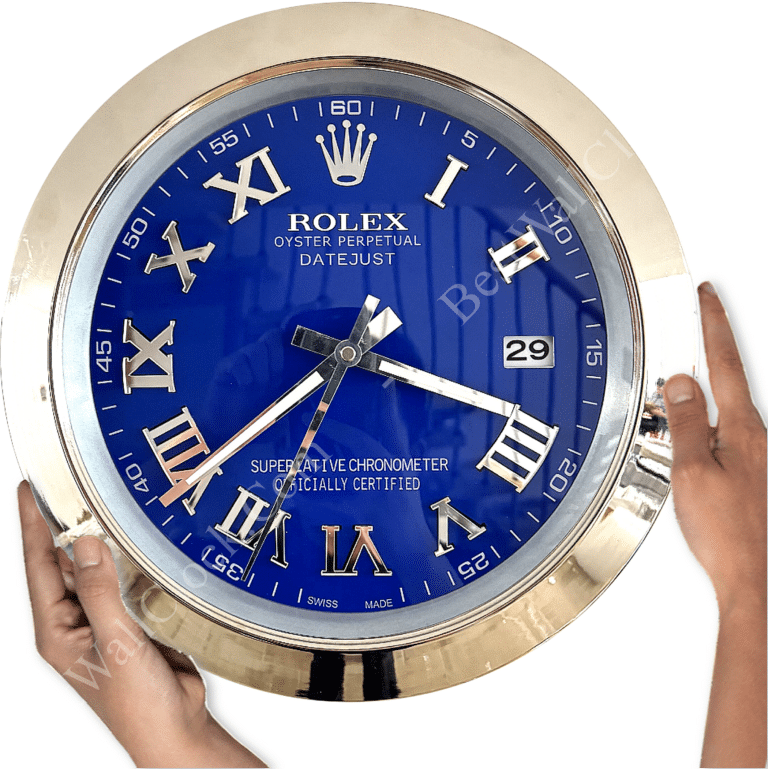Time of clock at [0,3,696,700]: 3:38
